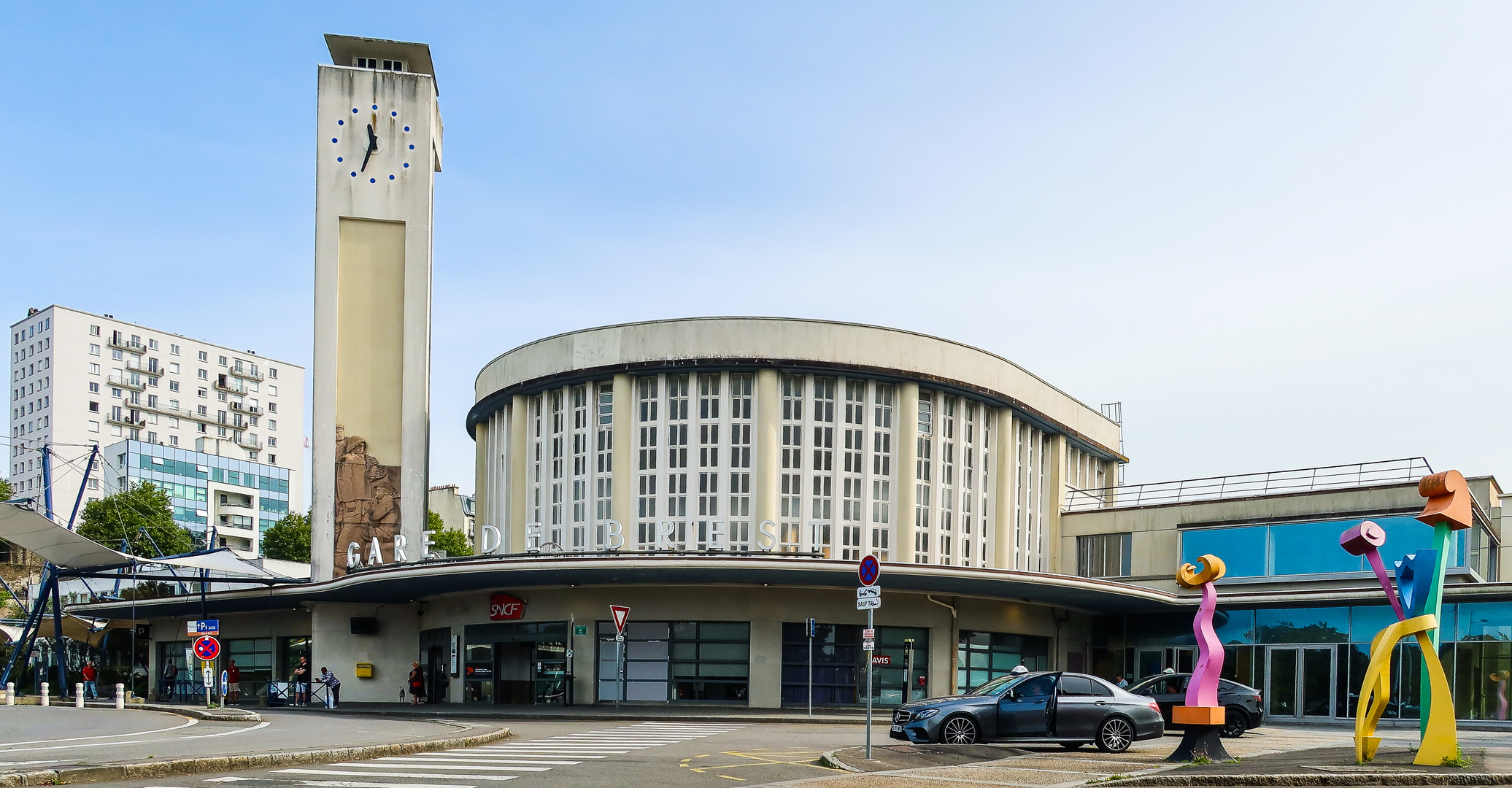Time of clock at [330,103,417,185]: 11:33
